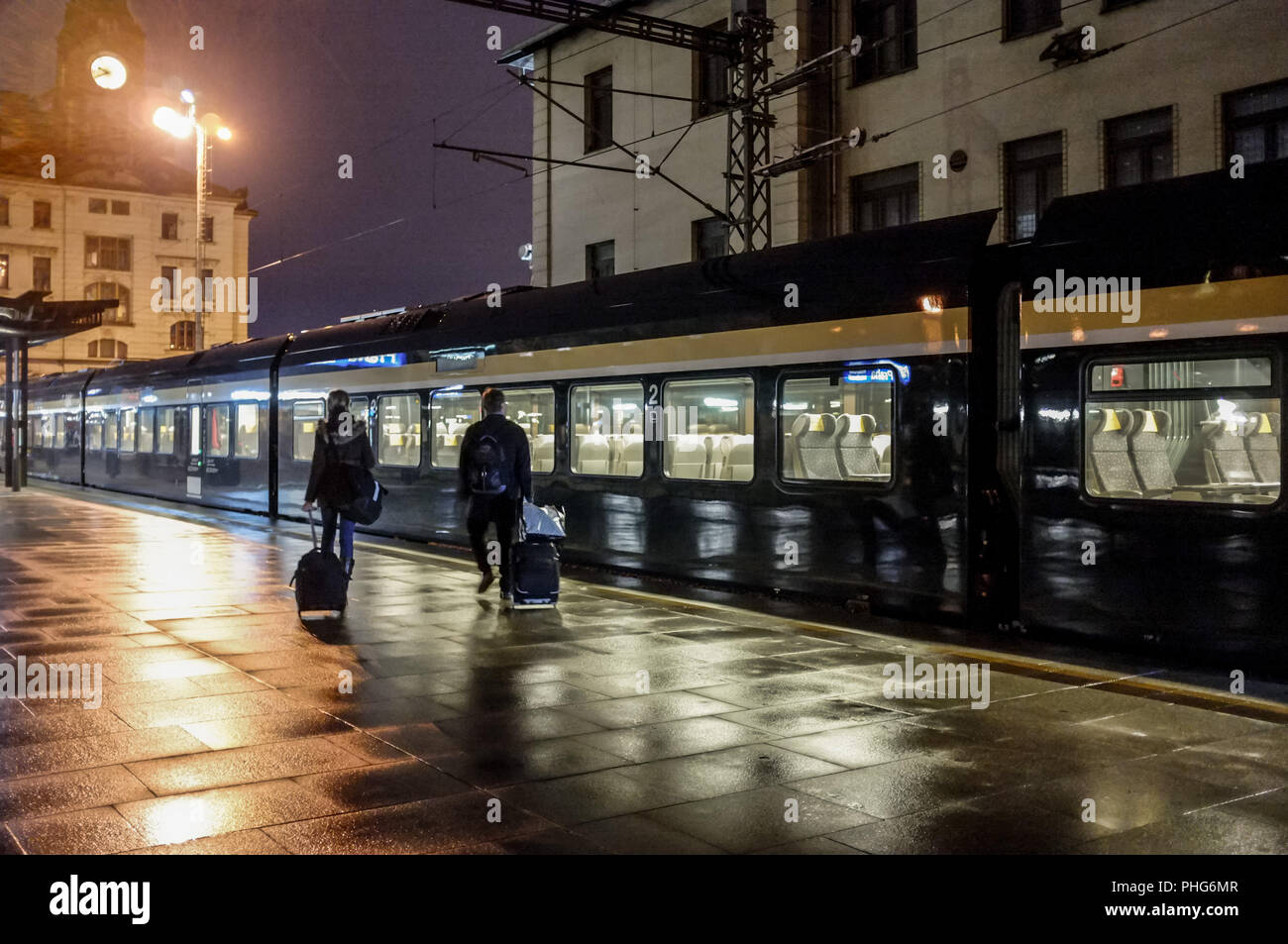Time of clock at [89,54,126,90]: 9:41
